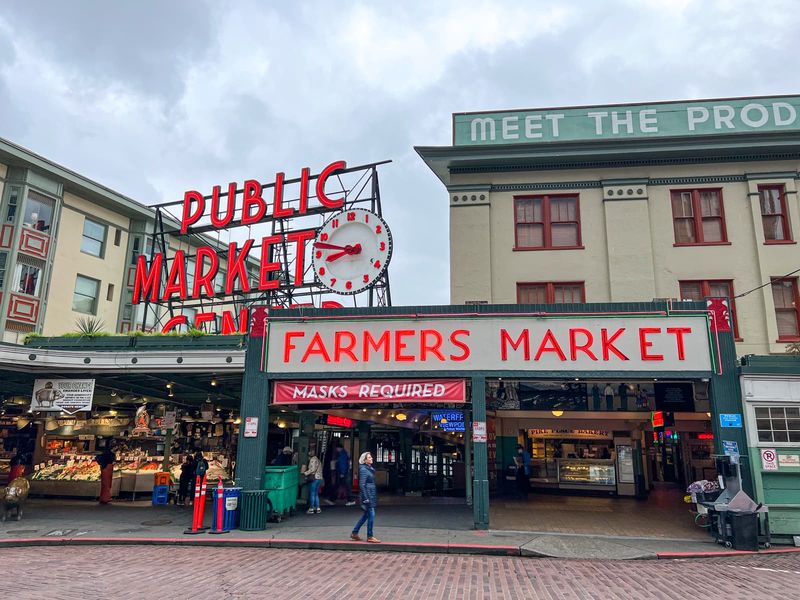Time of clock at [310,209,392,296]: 8:47
